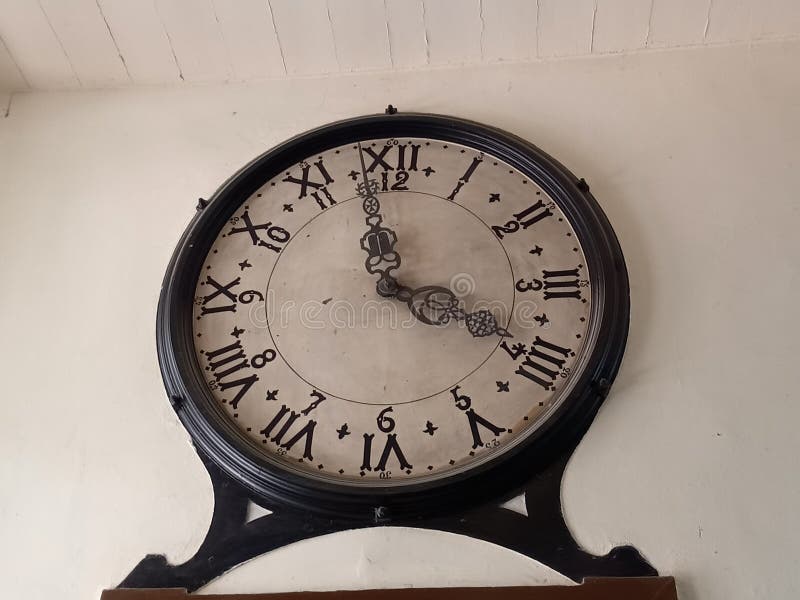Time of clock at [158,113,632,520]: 3:58
